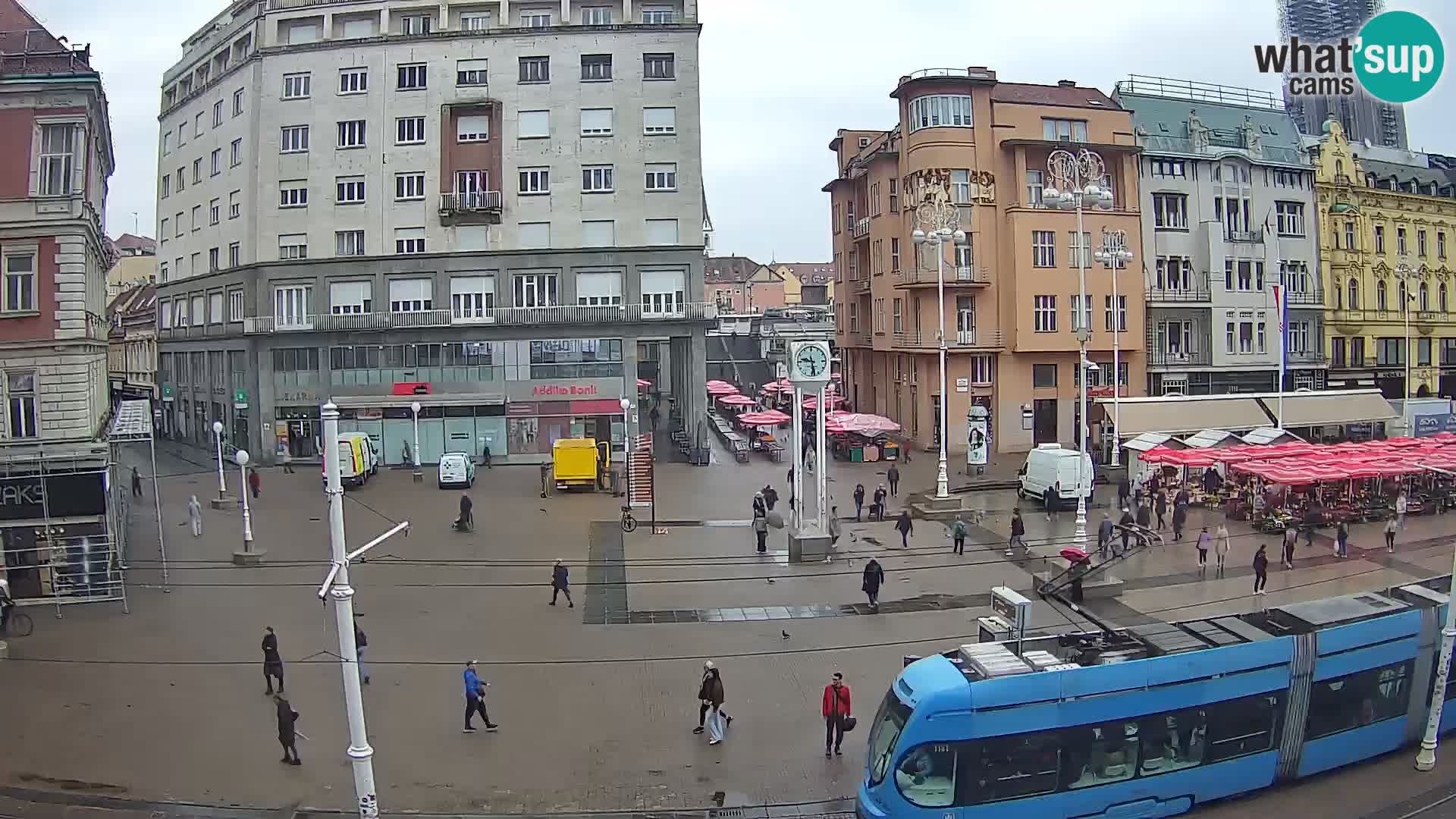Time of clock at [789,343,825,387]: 9:28
